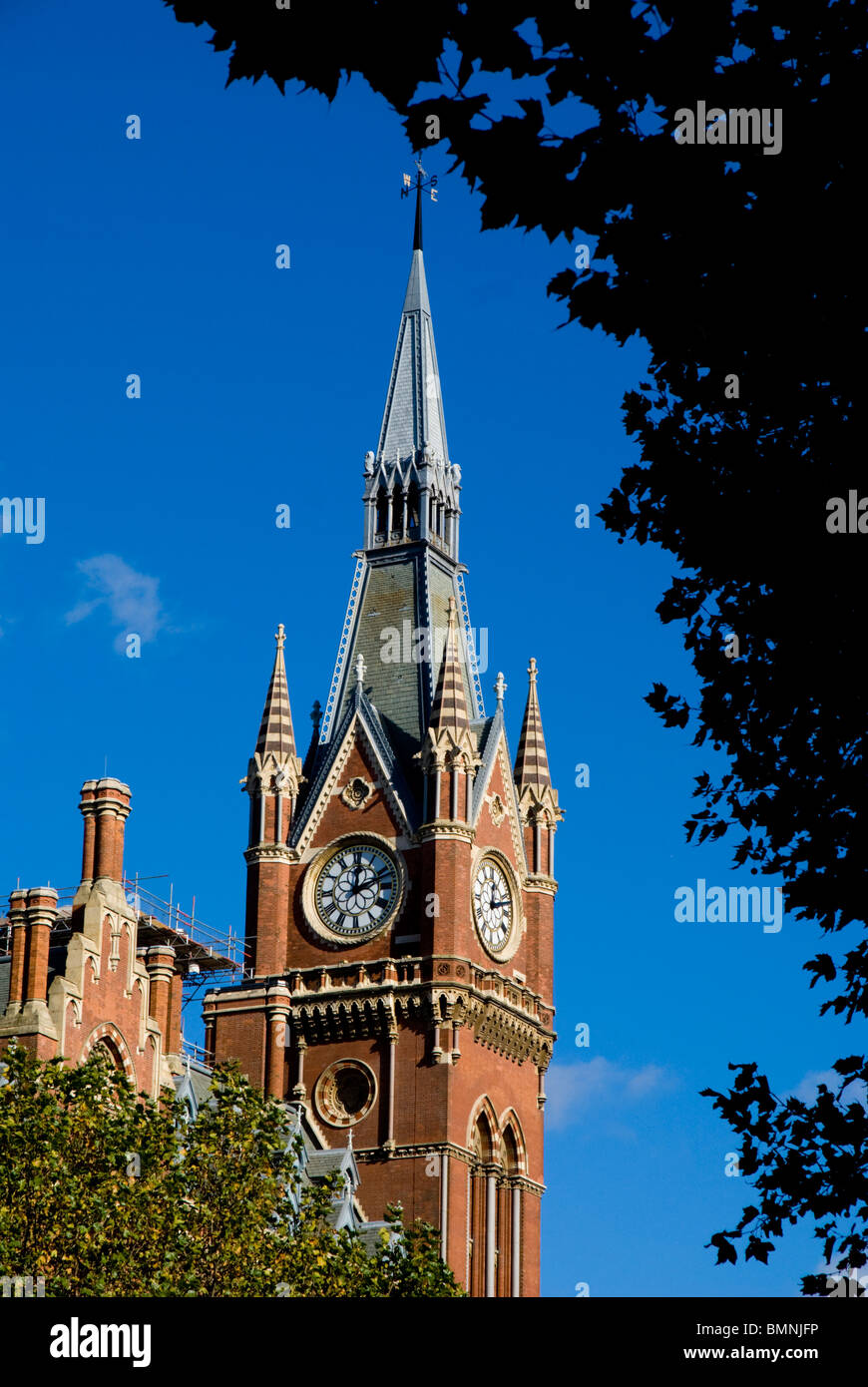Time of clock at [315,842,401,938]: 12:11
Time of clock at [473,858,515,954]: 12:12
